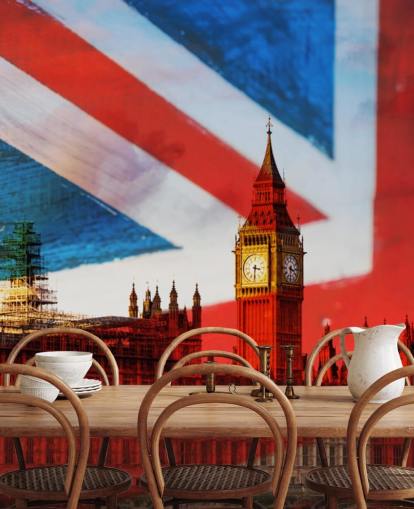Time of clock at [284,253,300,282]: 3:31
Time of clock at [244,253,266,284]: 3:31
